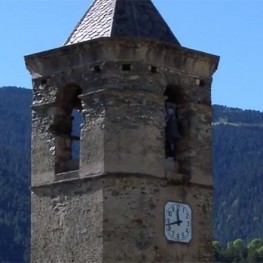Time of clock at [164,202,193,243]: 11:42
